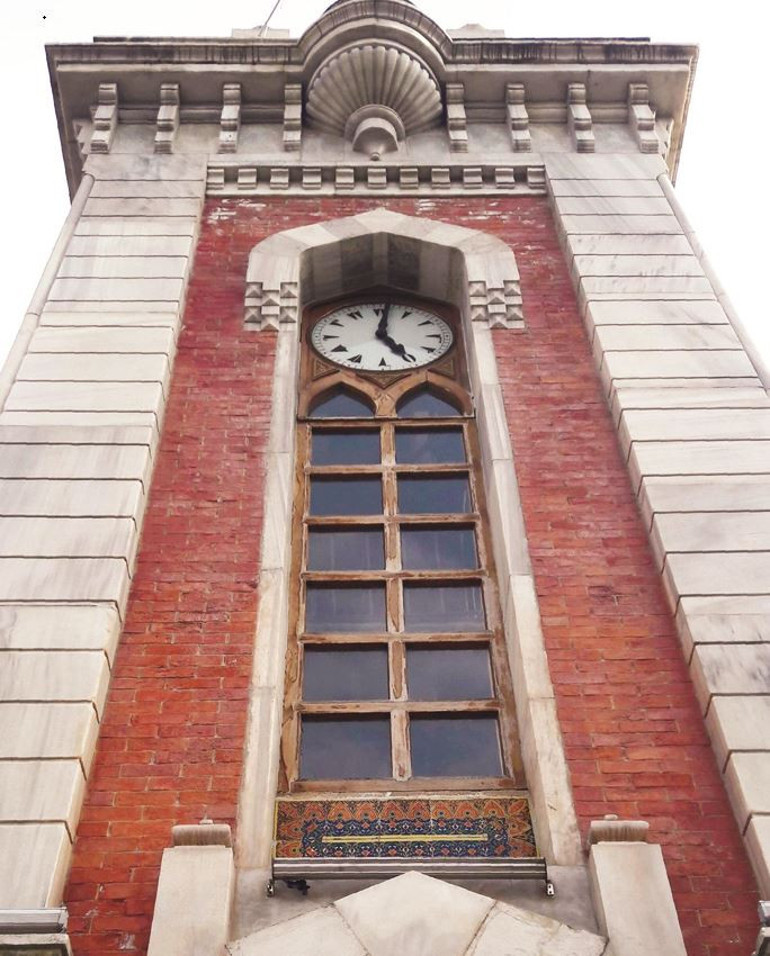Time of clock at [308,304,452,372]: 5:01
